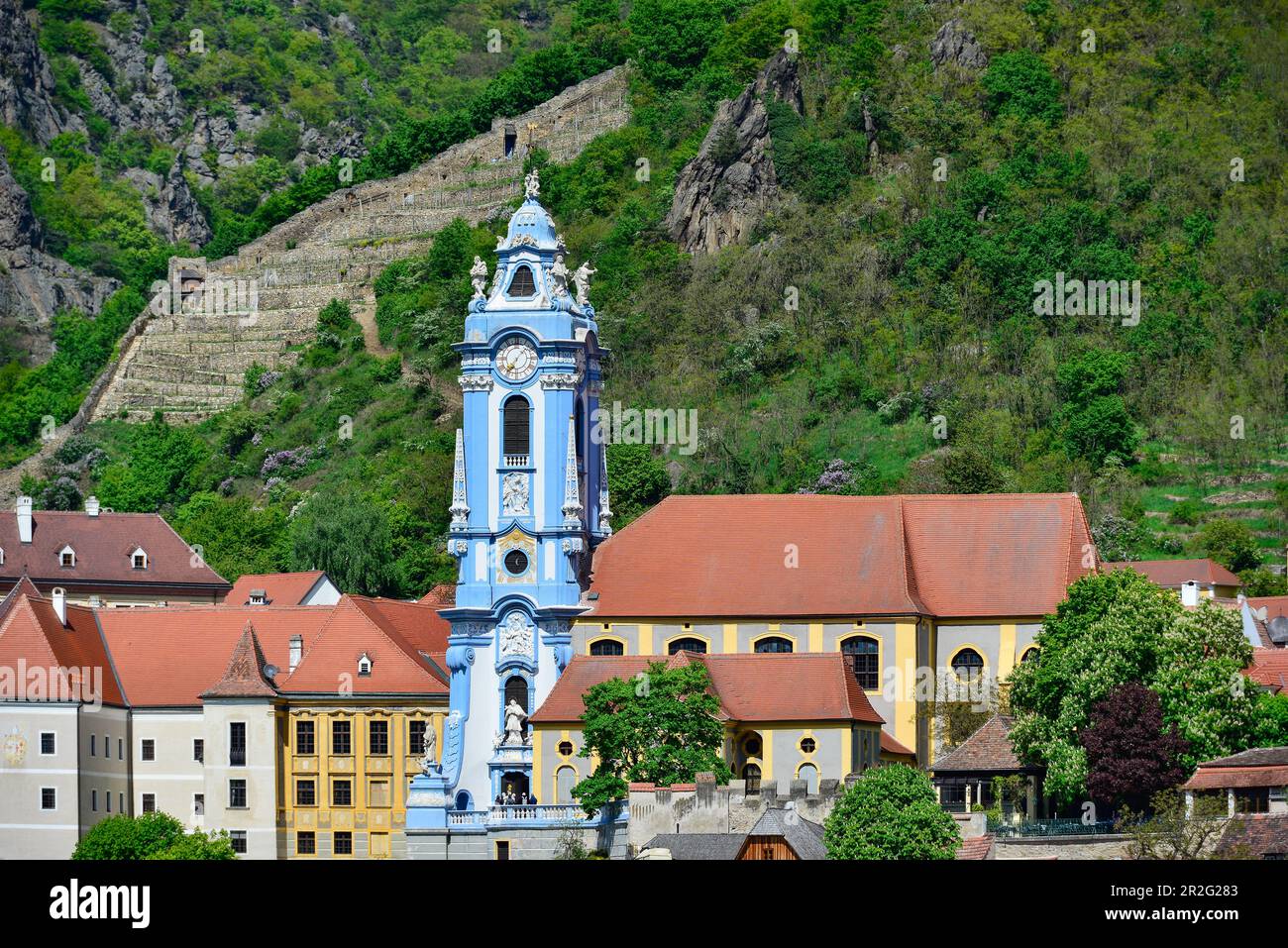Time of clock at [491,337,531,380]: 7:07
